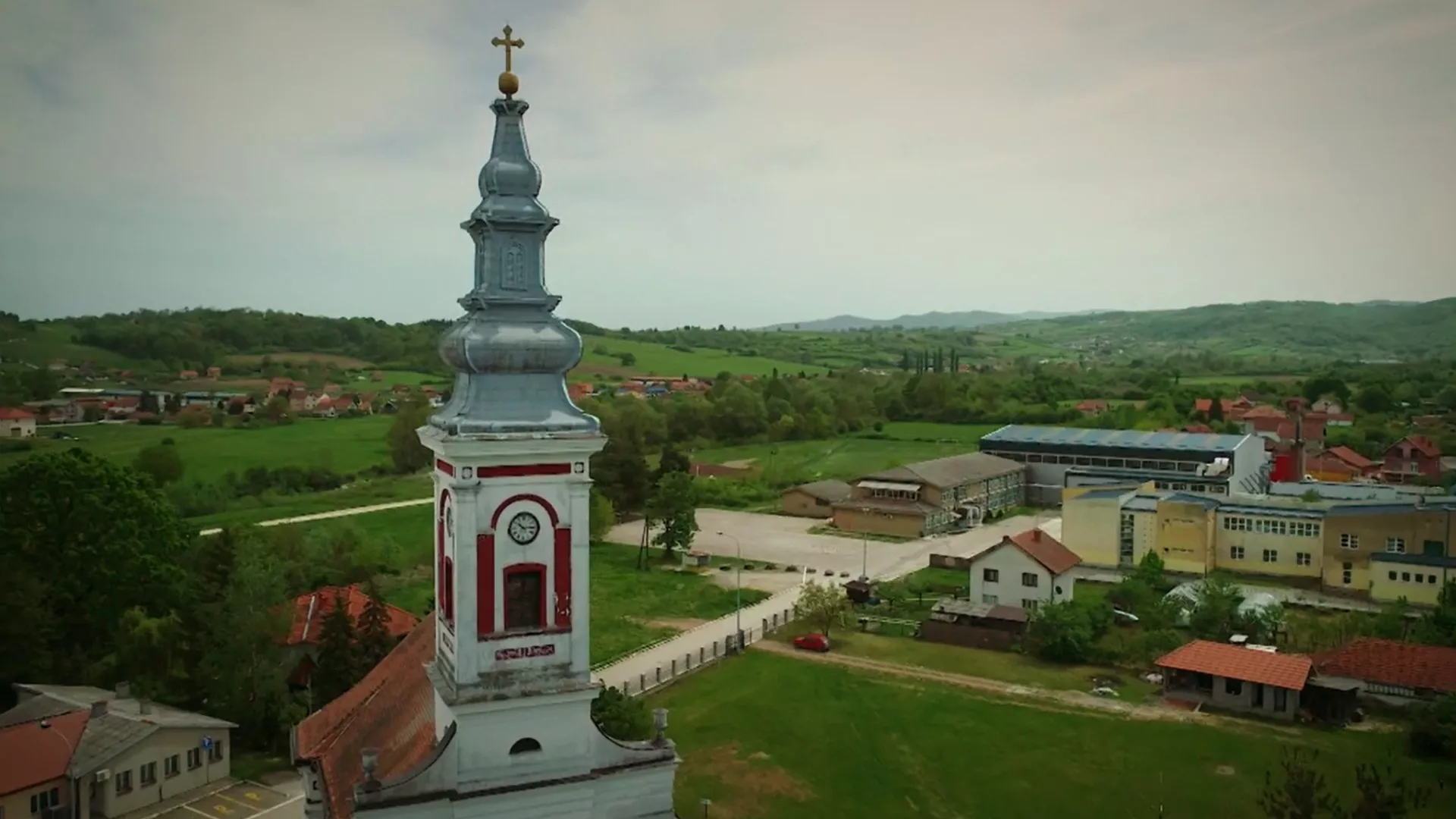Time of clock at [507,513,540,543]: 10:14
